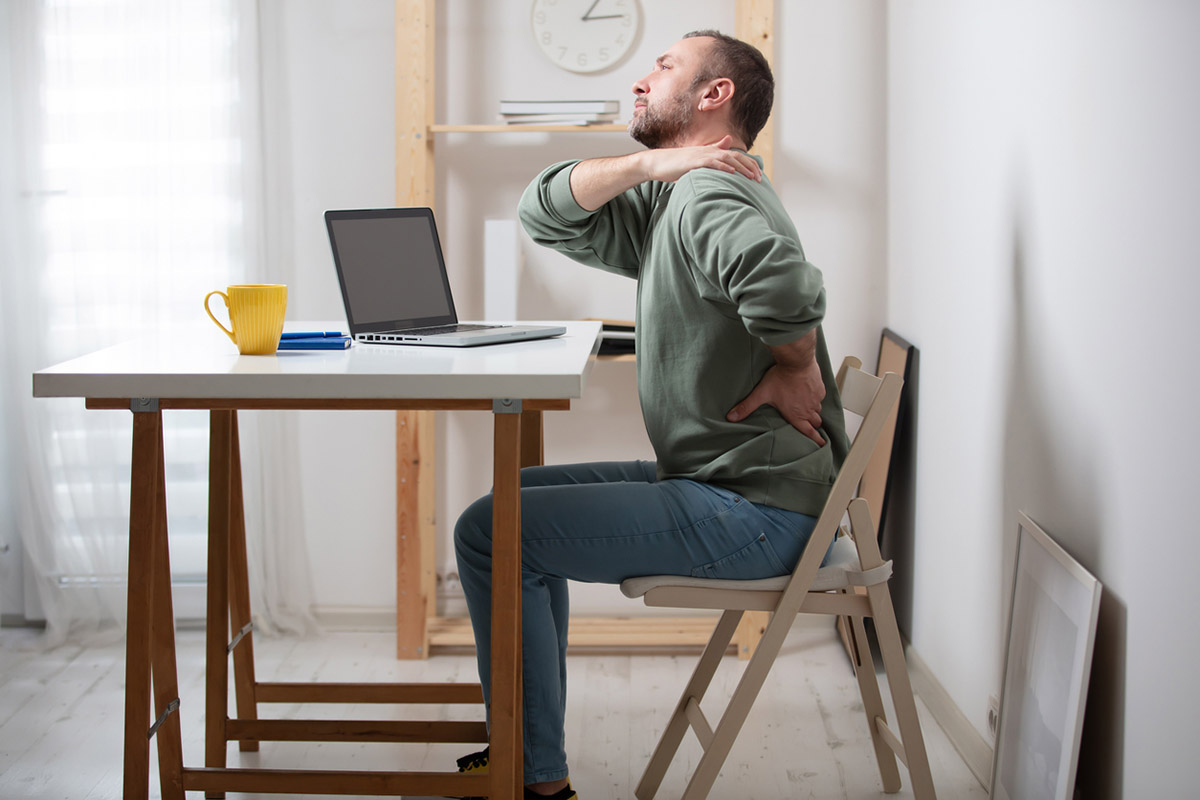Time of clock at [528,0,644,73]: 1:13
